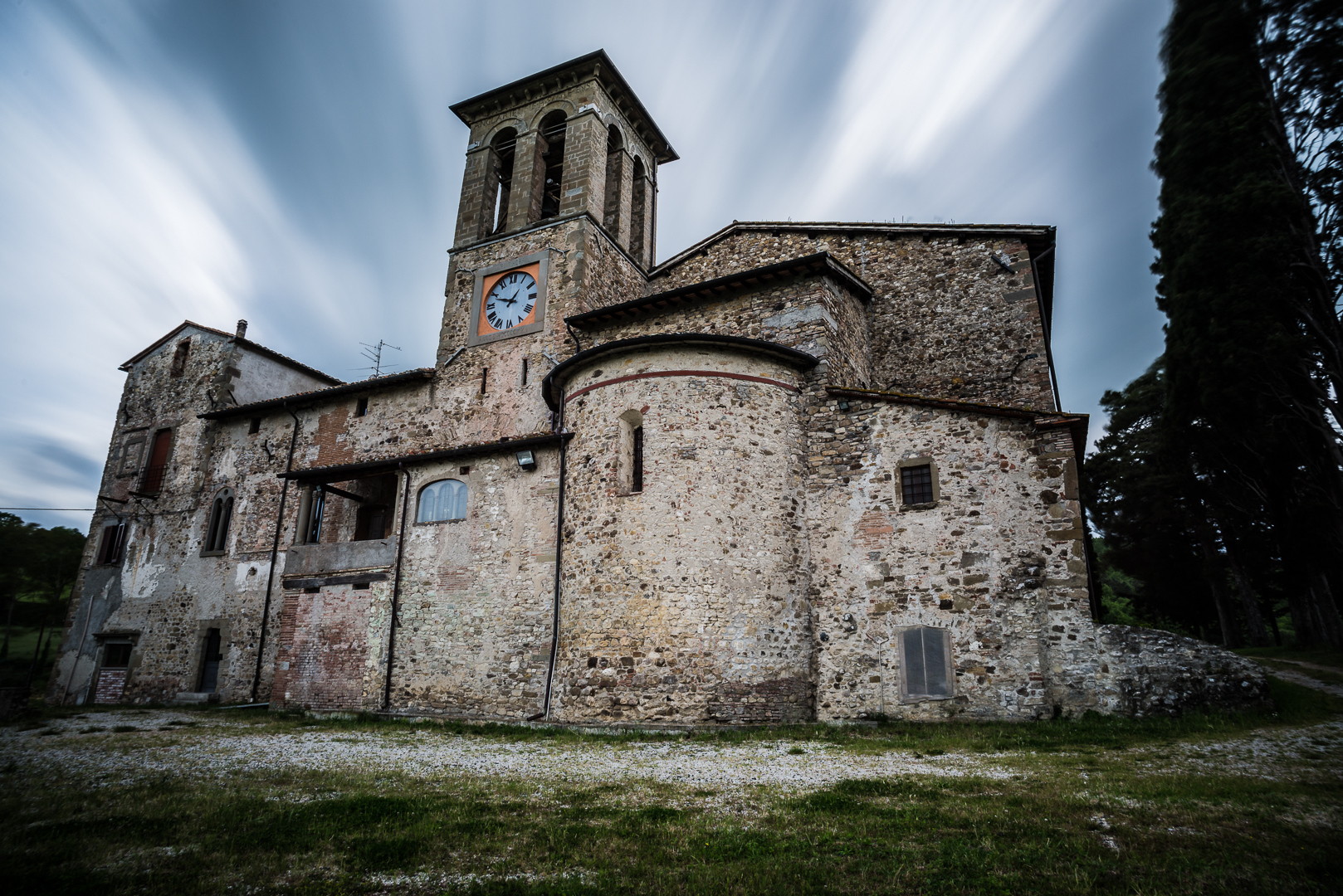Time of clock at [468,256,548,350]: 12:48
